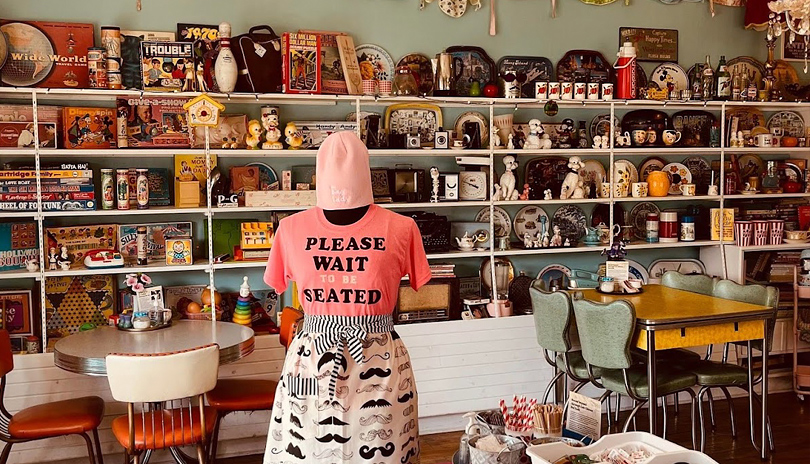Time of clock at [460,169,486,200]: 3:48
